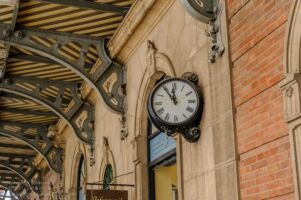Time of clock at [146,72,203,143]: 11:54
